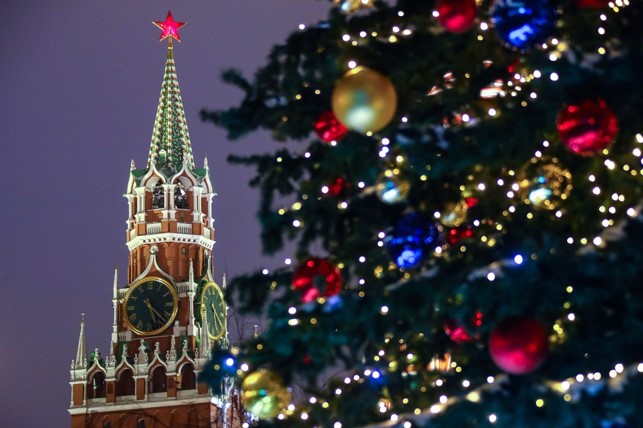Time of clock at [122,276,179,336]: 5:23
